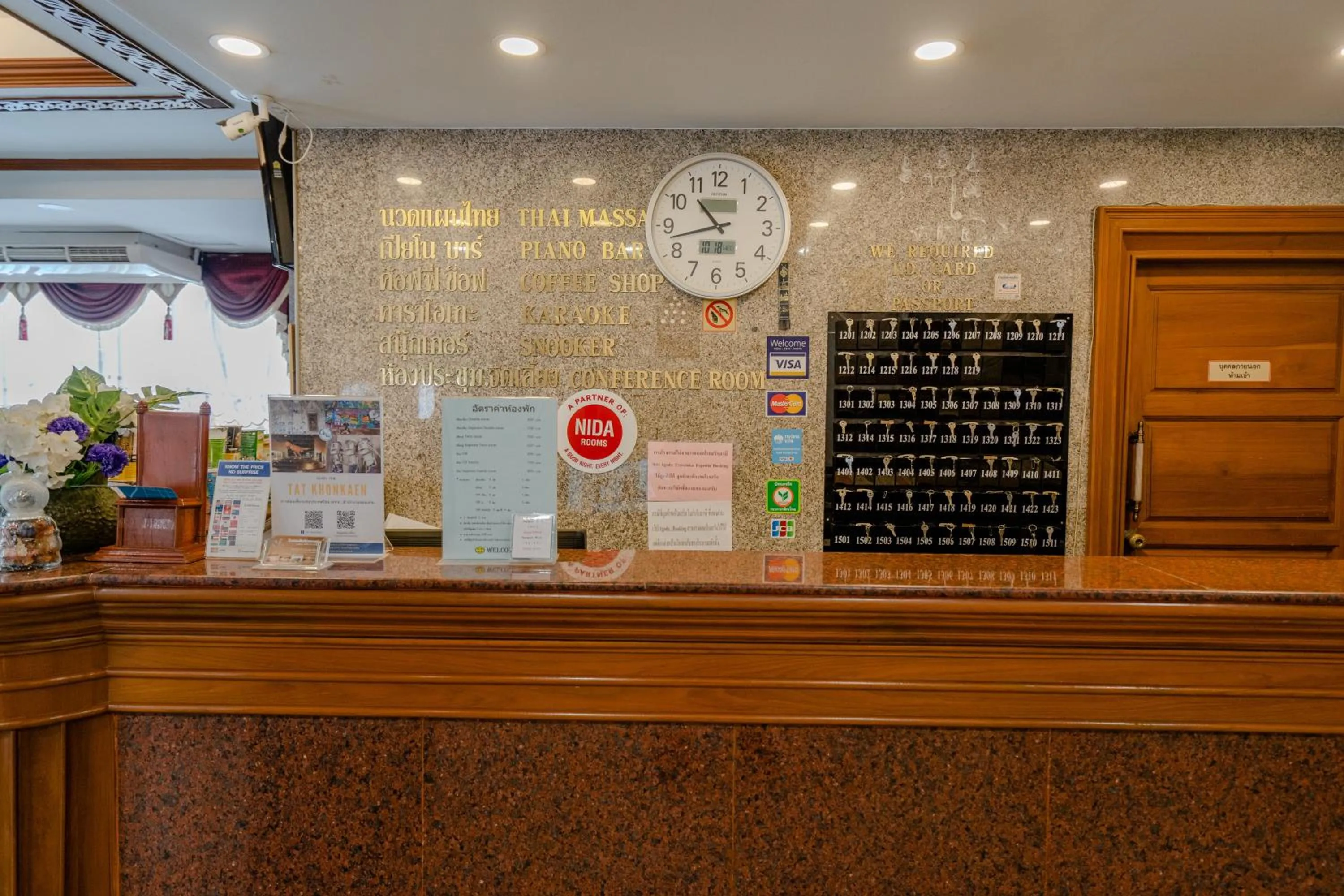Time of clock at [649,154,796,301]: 10:42
